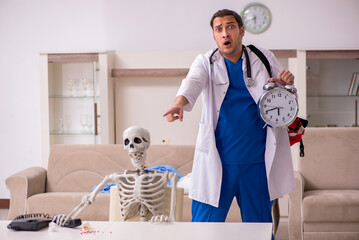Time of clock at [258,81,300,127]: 5:41
